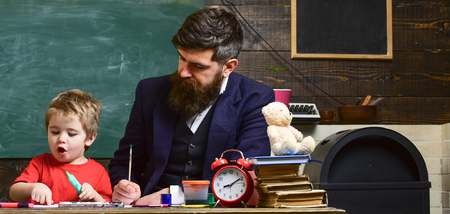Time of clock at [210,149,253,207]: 8:09
